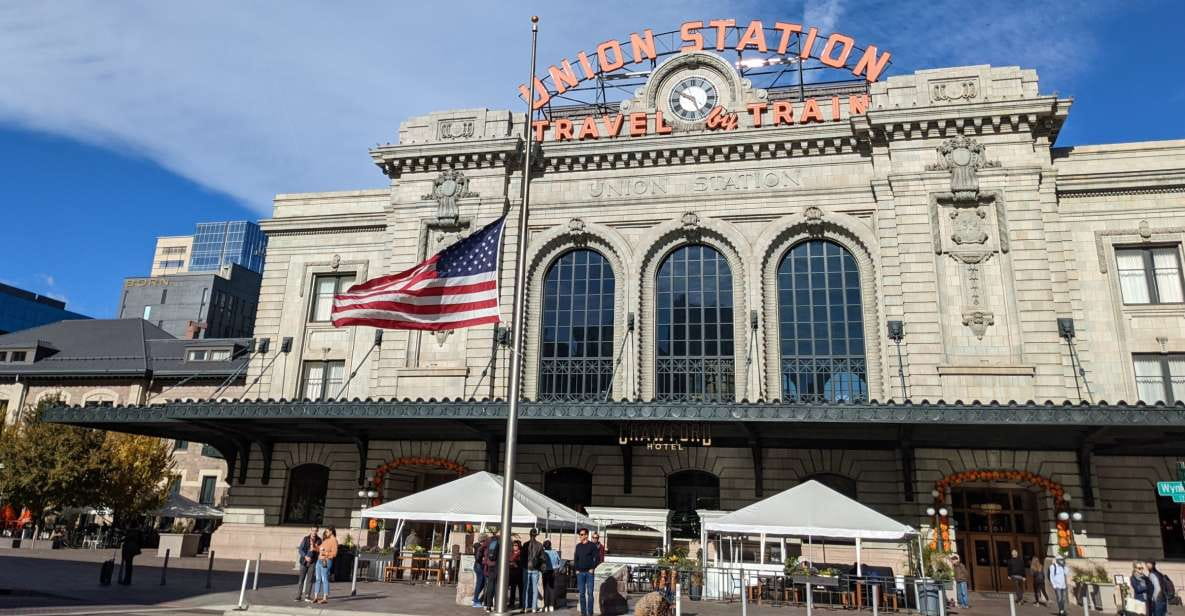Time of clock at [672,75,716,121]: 4:49
